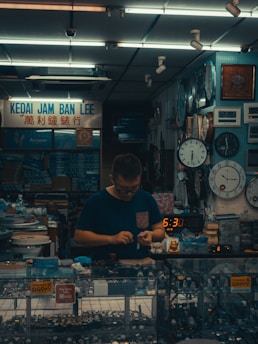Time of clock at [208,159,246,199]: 10:15
